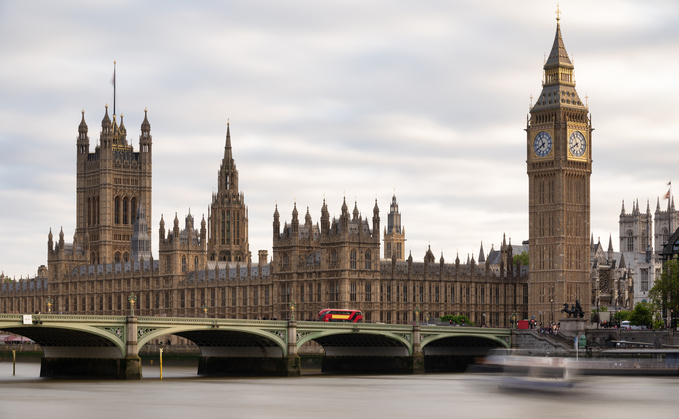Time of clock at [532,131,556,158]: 7:55
